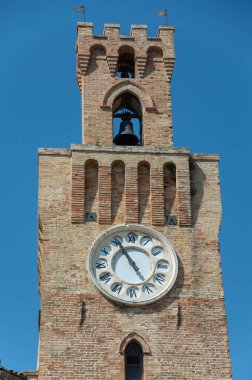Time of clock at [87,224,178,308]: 4:55
